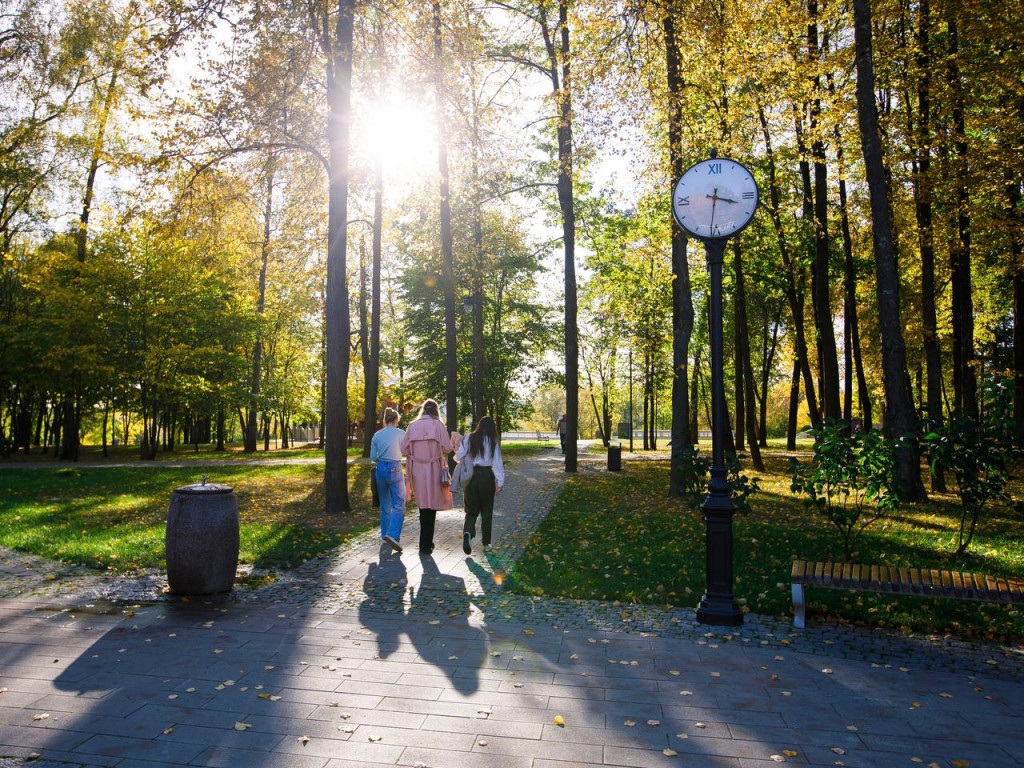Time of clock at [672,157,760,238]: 3:31
